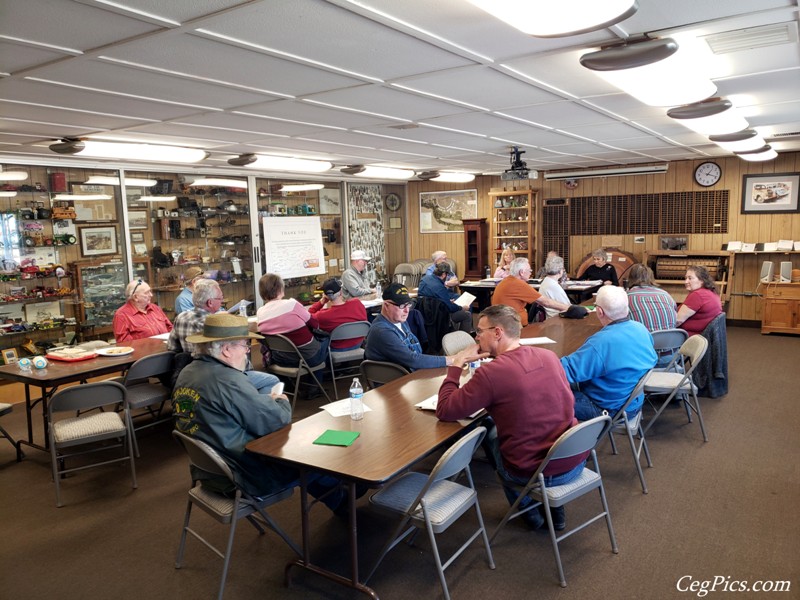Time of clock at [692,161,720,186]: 1:18
